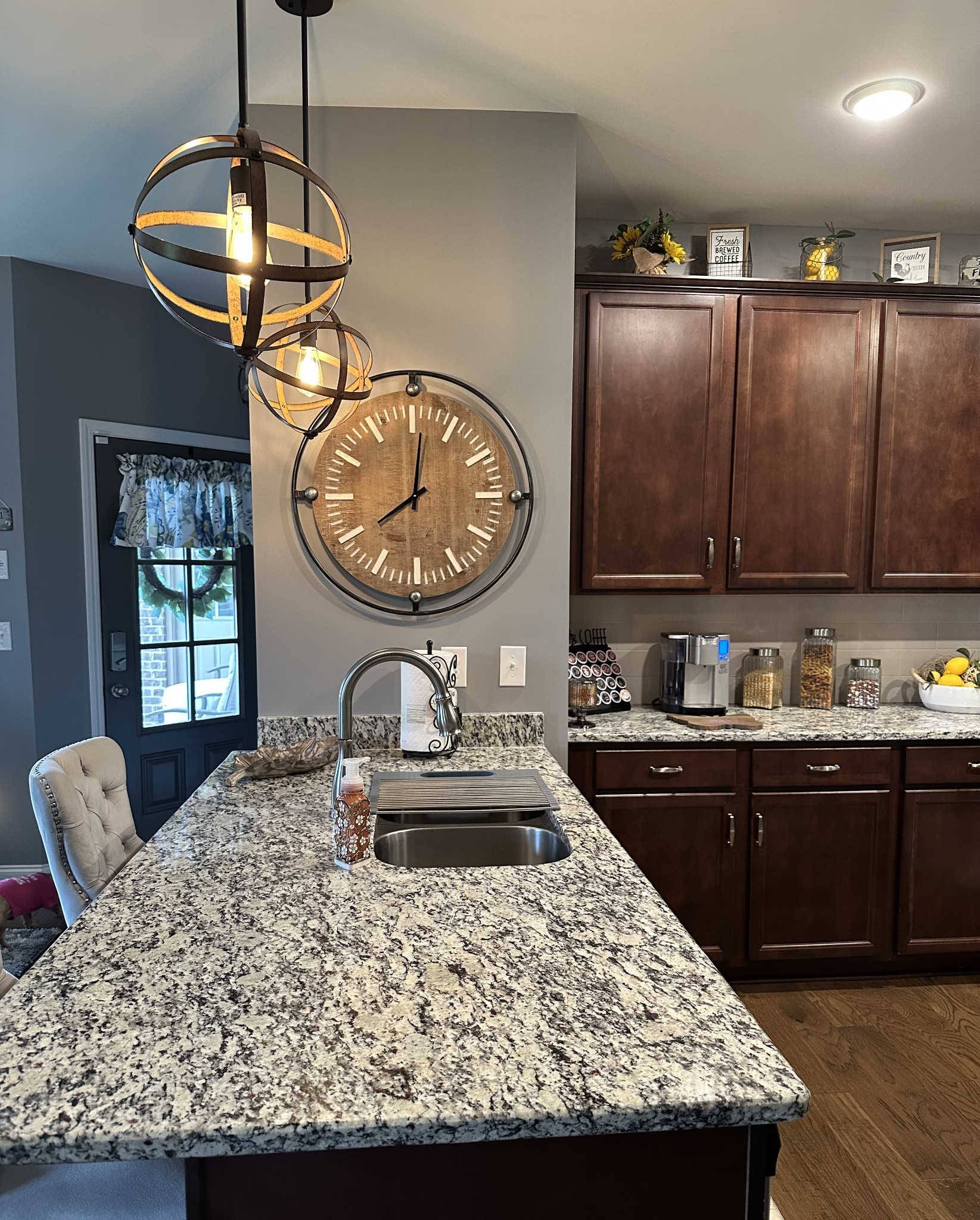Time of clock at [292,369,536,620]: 8:01
